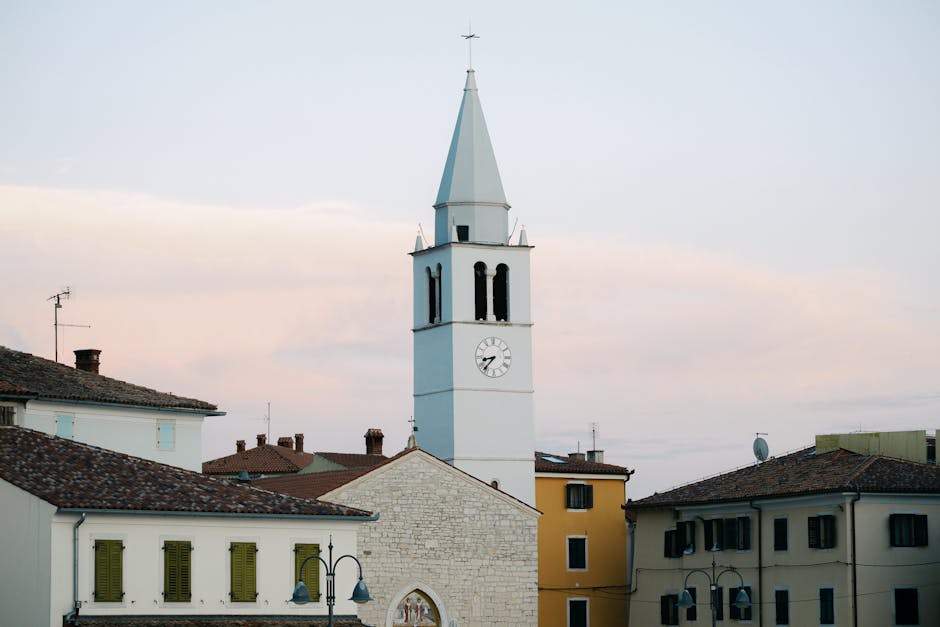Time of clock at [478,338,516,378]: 8:37
